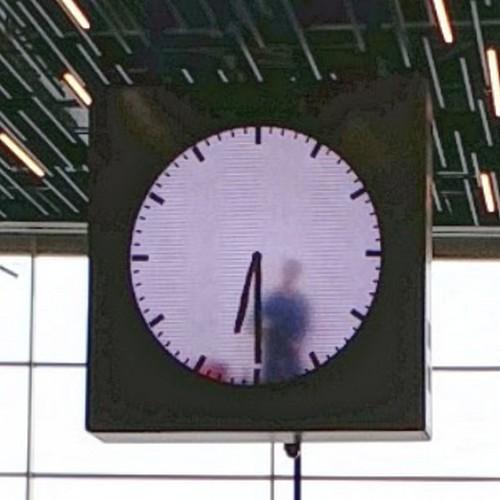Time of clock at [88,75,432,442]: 6:29
